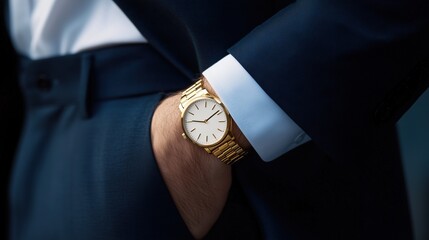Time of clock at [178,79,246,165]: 9:08
